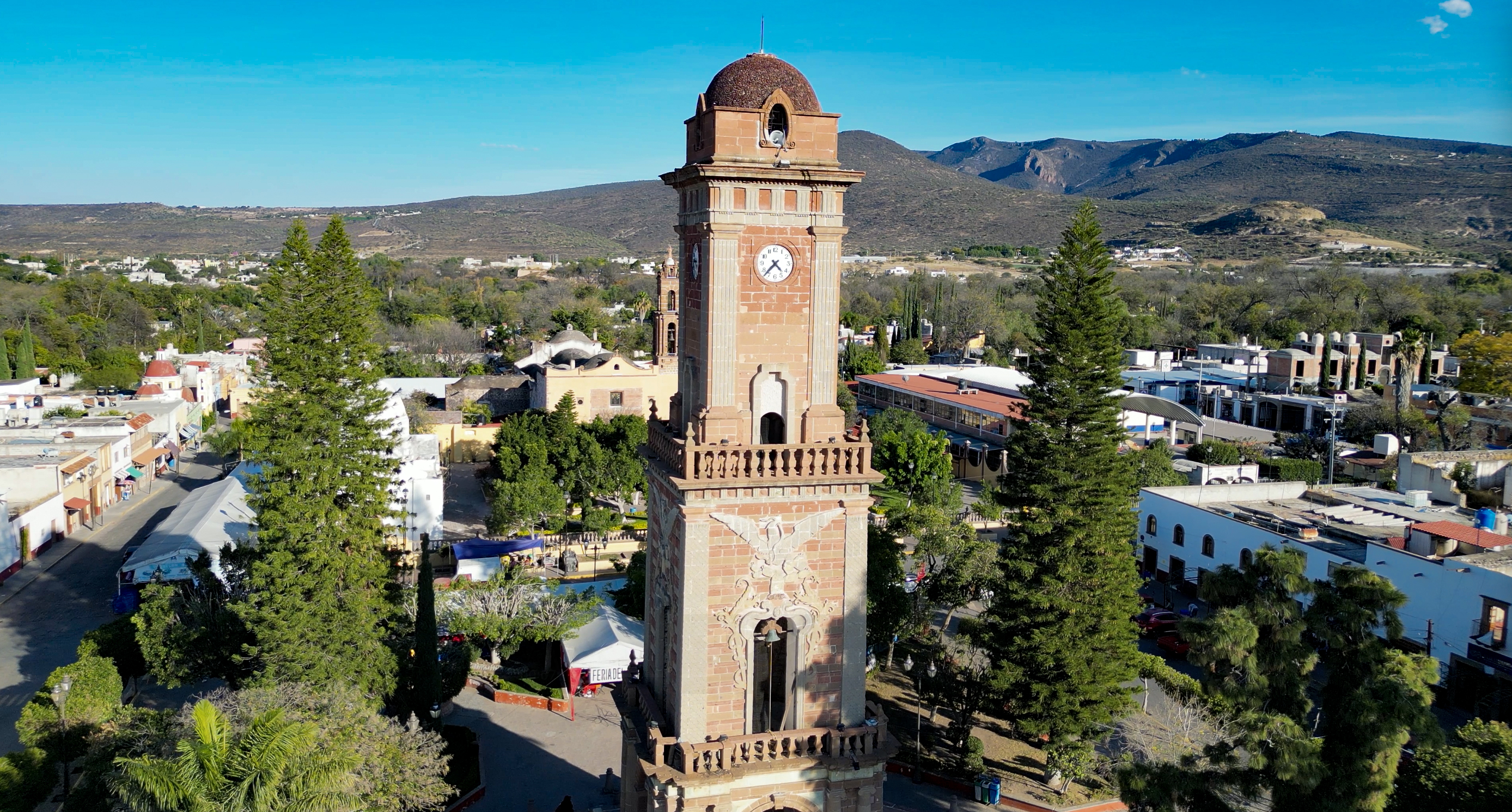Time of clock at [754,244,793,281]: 4:37
